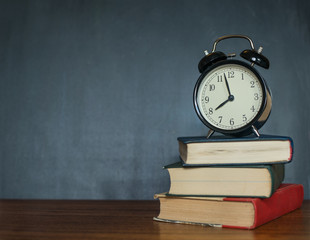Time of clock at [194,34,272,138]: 7:57
